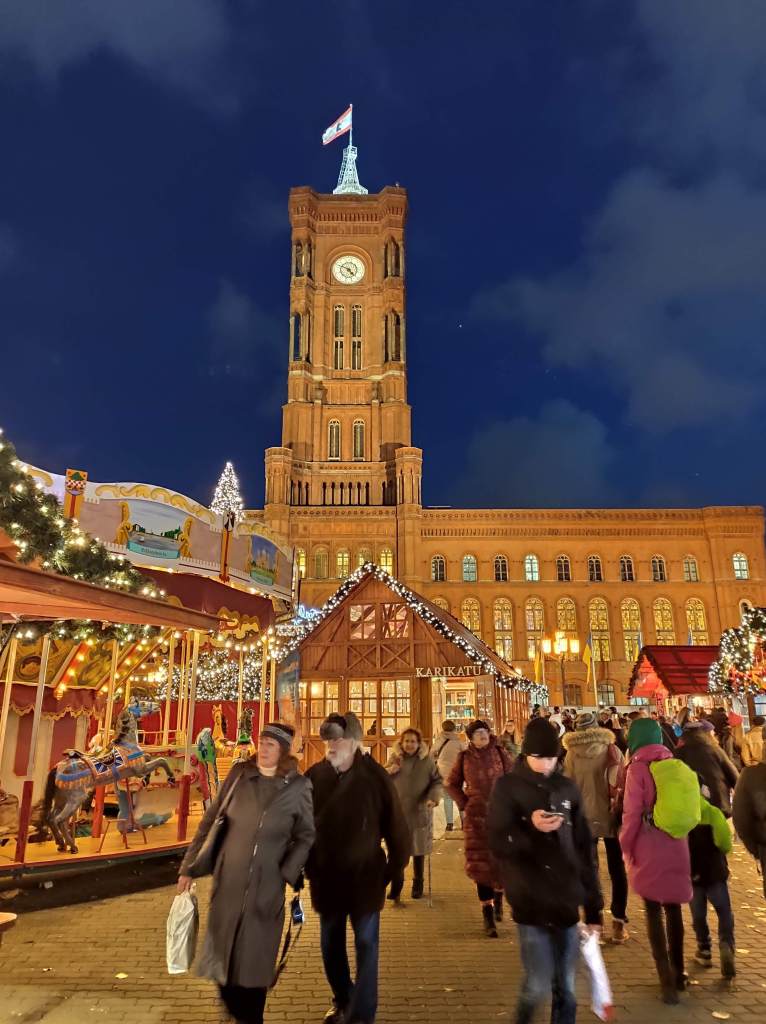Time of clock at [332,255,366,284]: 4:48
